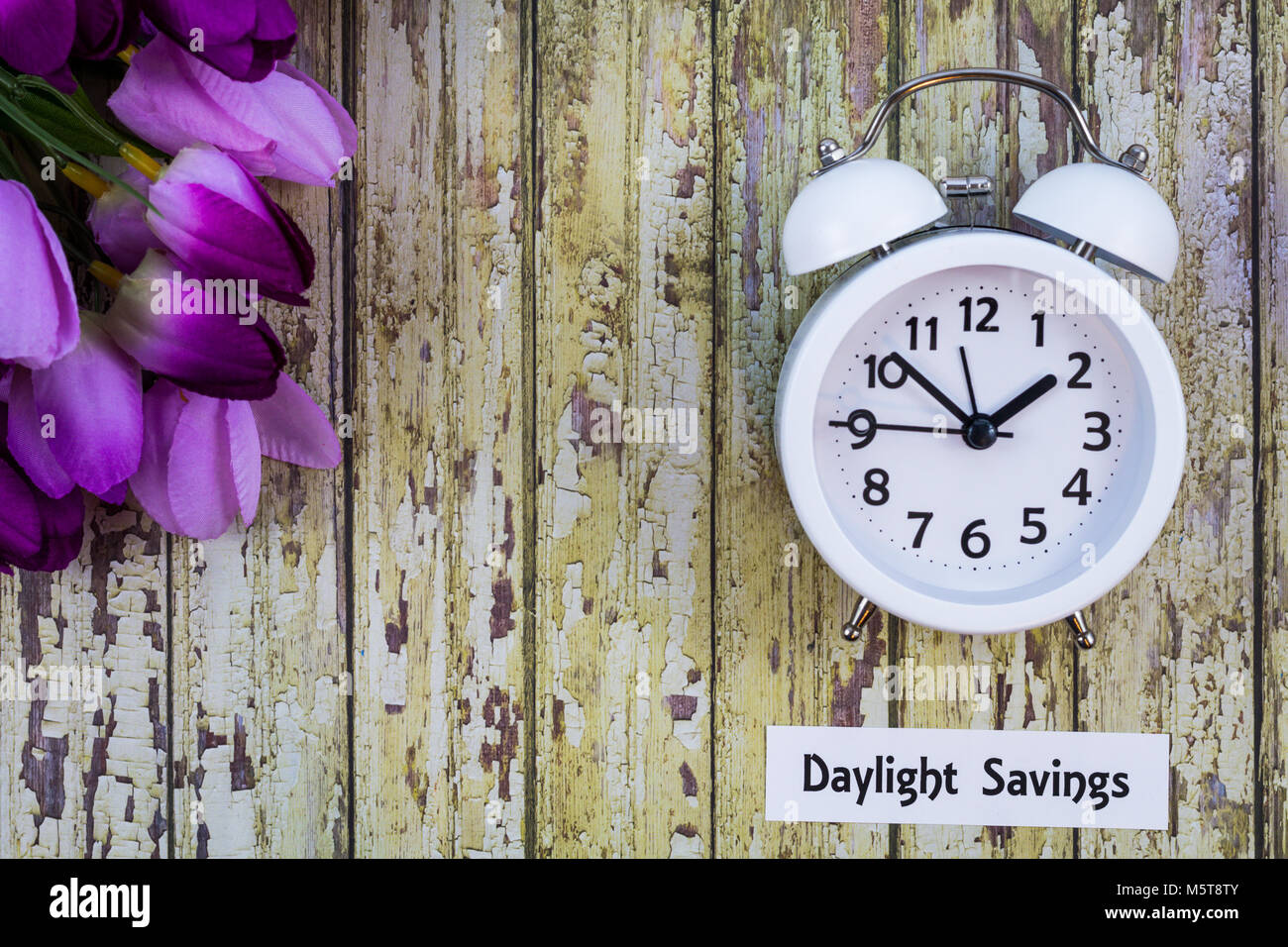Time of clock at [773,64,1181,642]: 1:51
